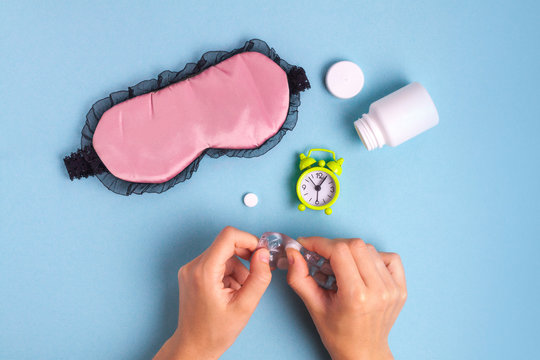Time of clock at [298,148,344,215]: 12:52
